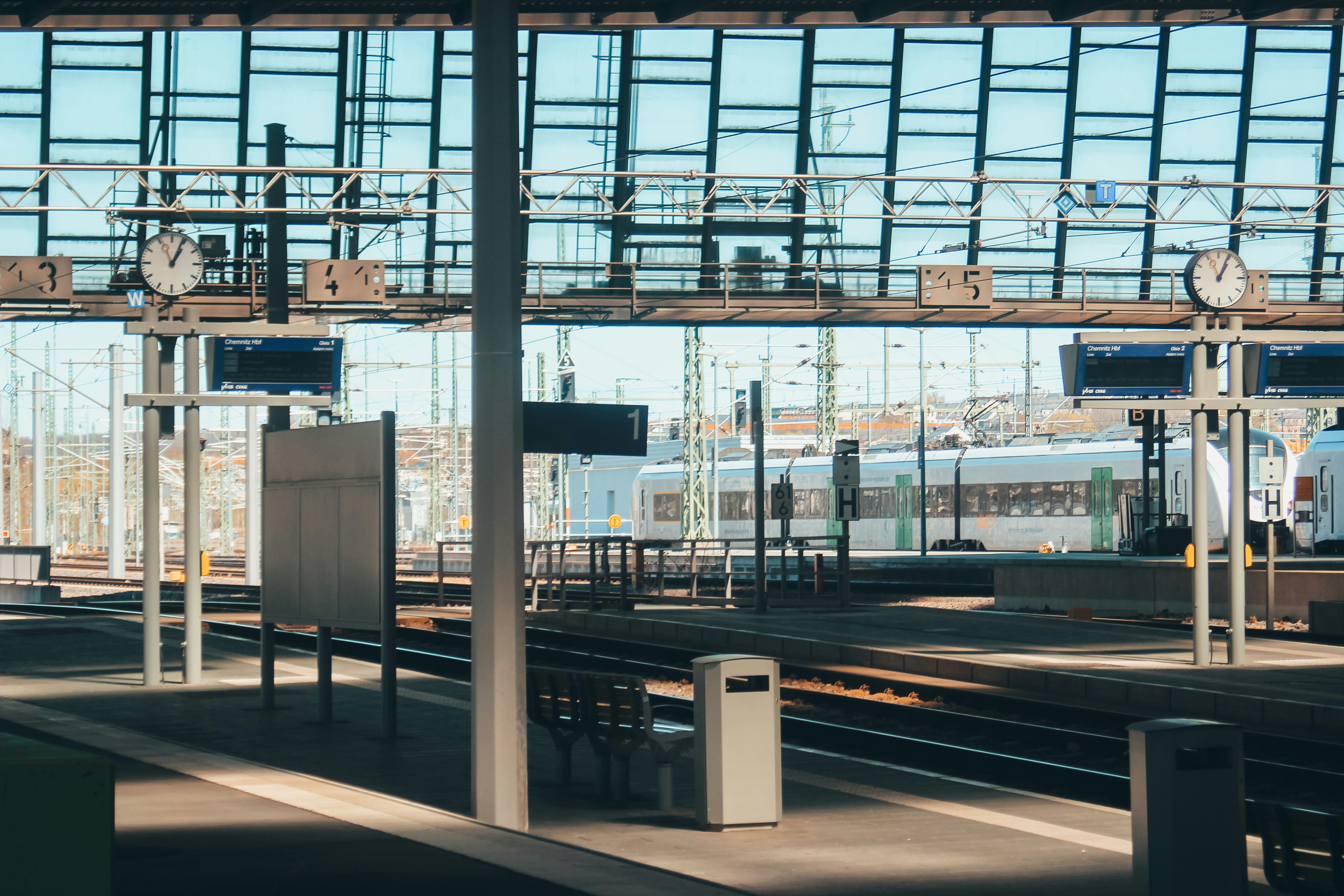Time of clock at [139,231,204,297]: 1:04
